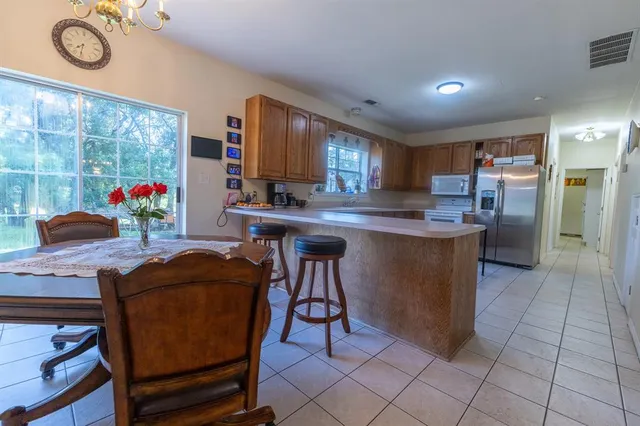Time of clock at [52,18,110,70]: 7:32
